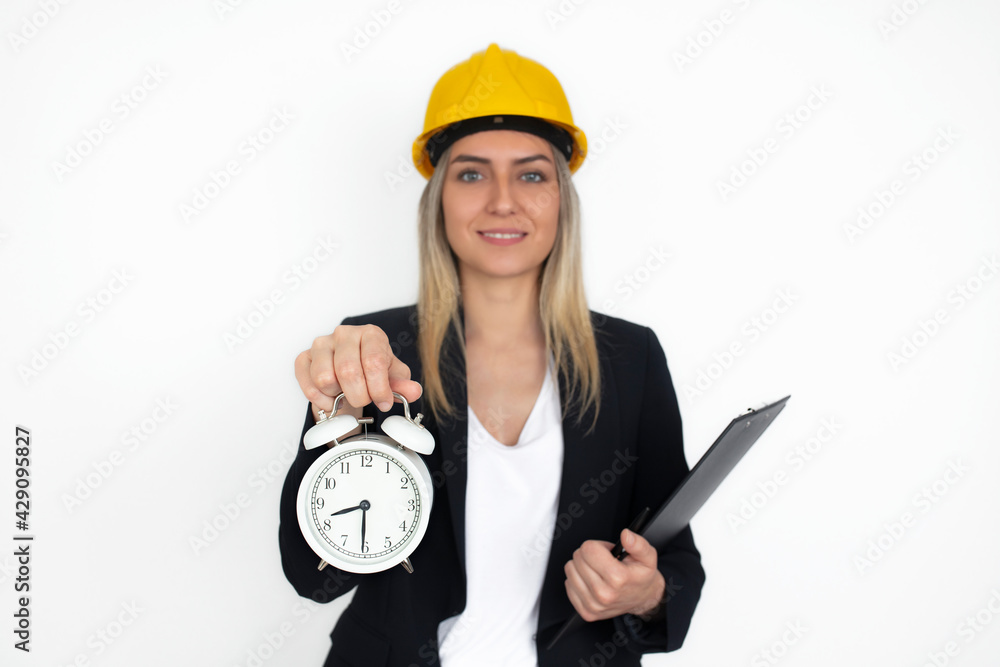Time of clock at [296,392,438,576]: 8:30
